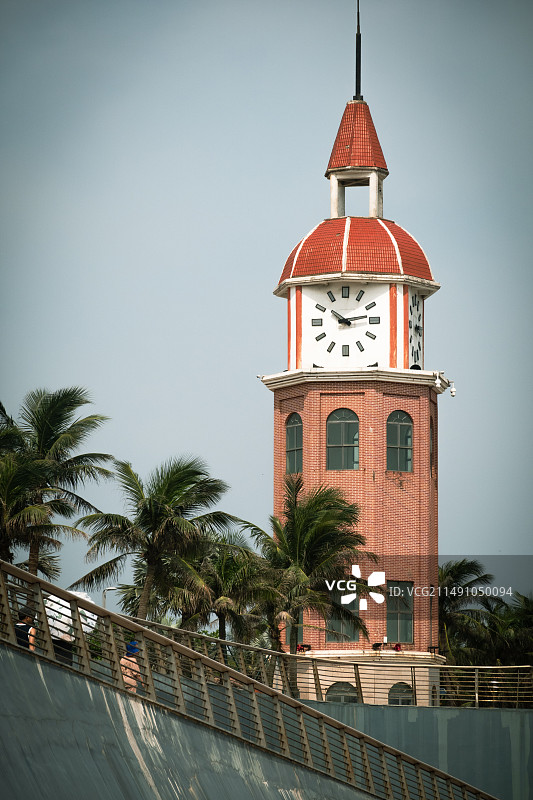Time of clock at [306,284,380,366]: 10:13
